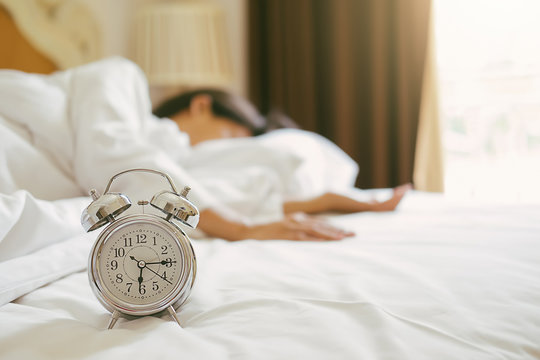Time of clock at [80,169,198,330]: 6:14
